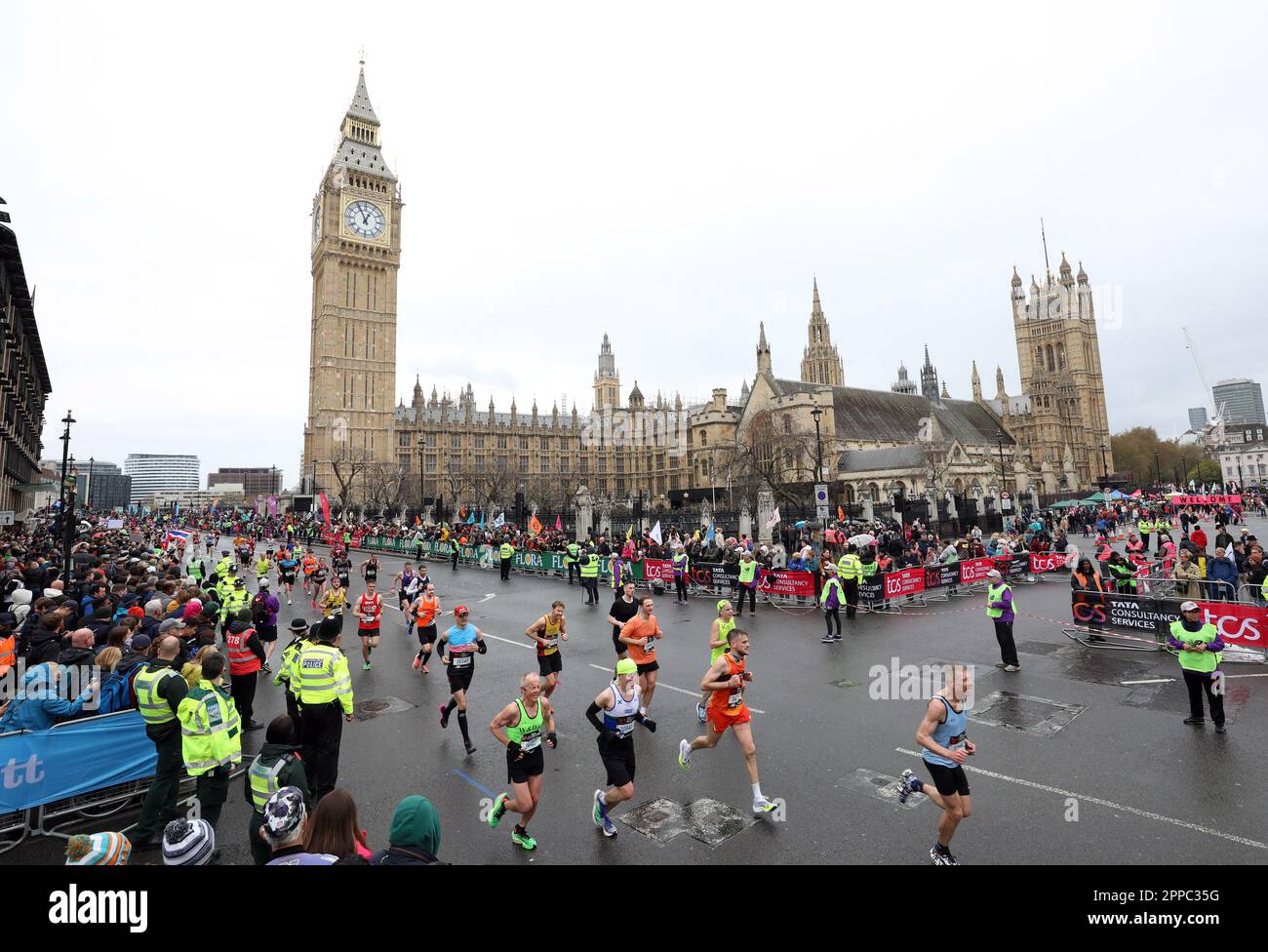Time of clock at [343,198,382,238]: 12:55
